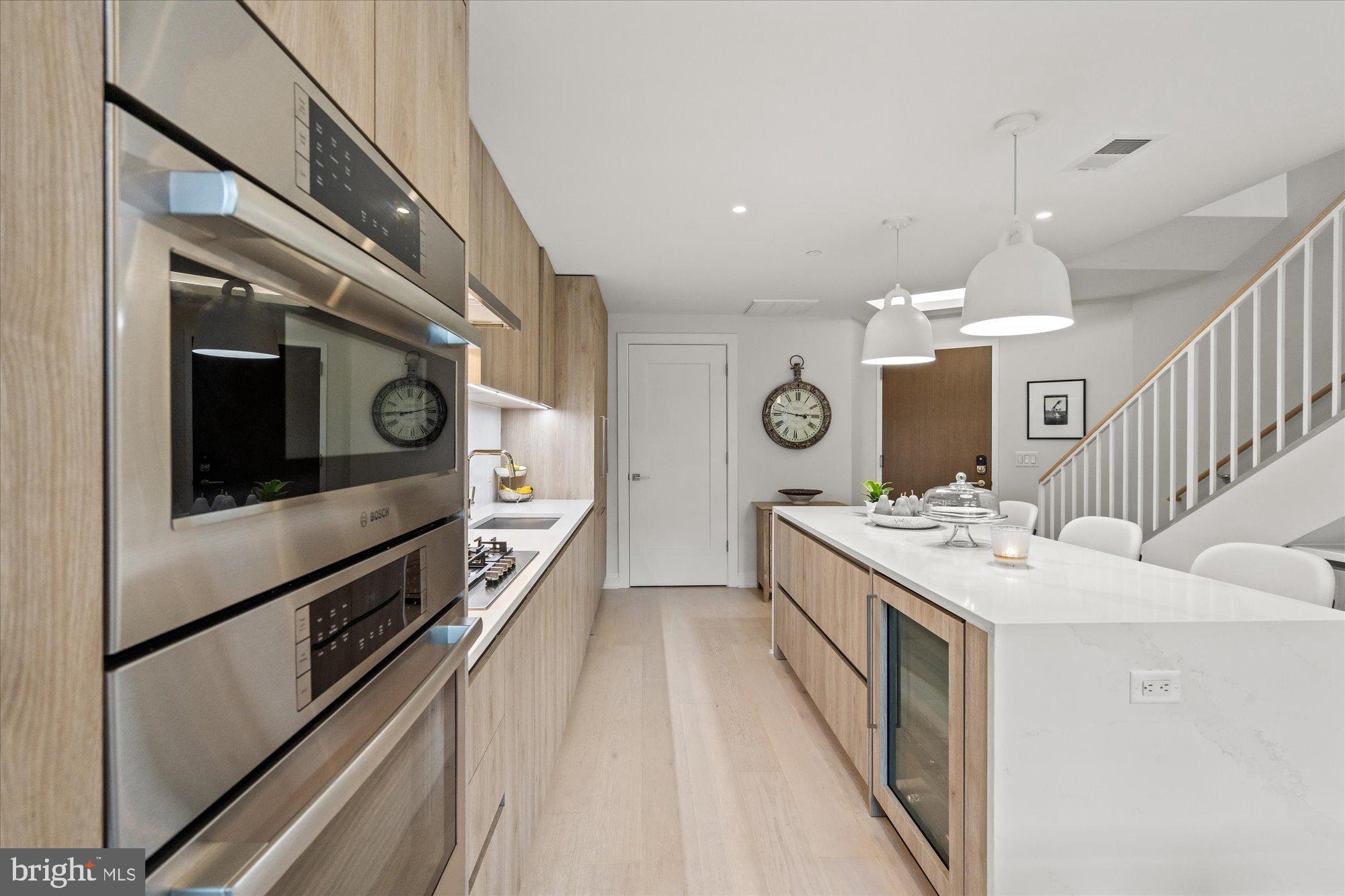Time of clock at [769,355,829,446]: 2:46
